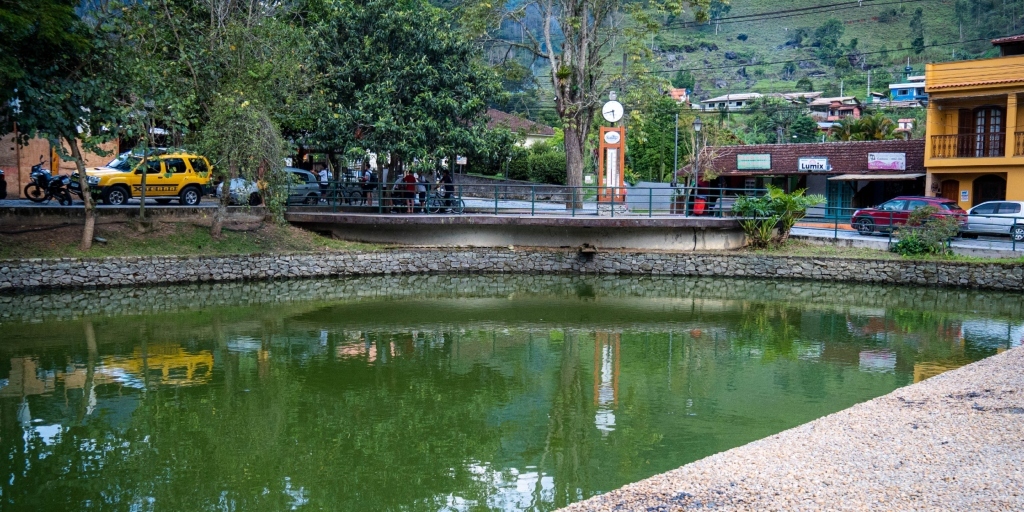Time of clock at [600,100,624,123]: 5:42
